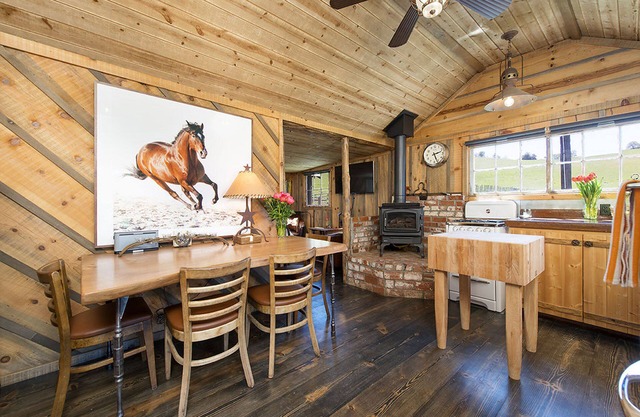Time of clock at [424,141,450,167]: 2:26
